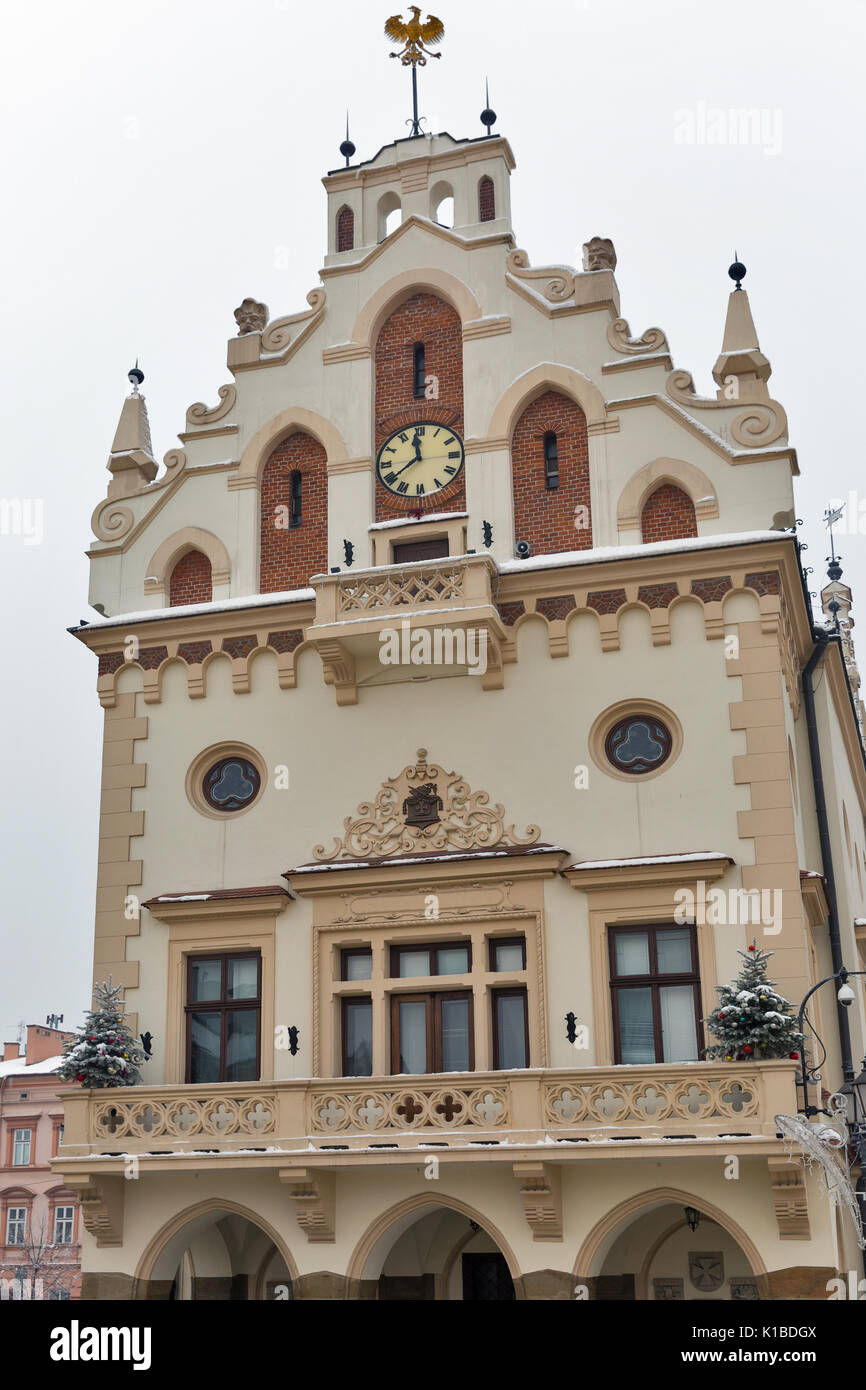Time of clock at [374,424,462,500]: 11:38
